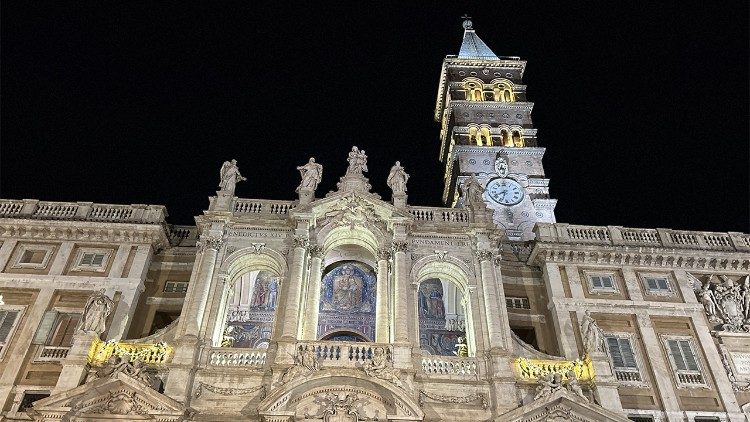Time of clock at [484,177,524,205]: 6:40
